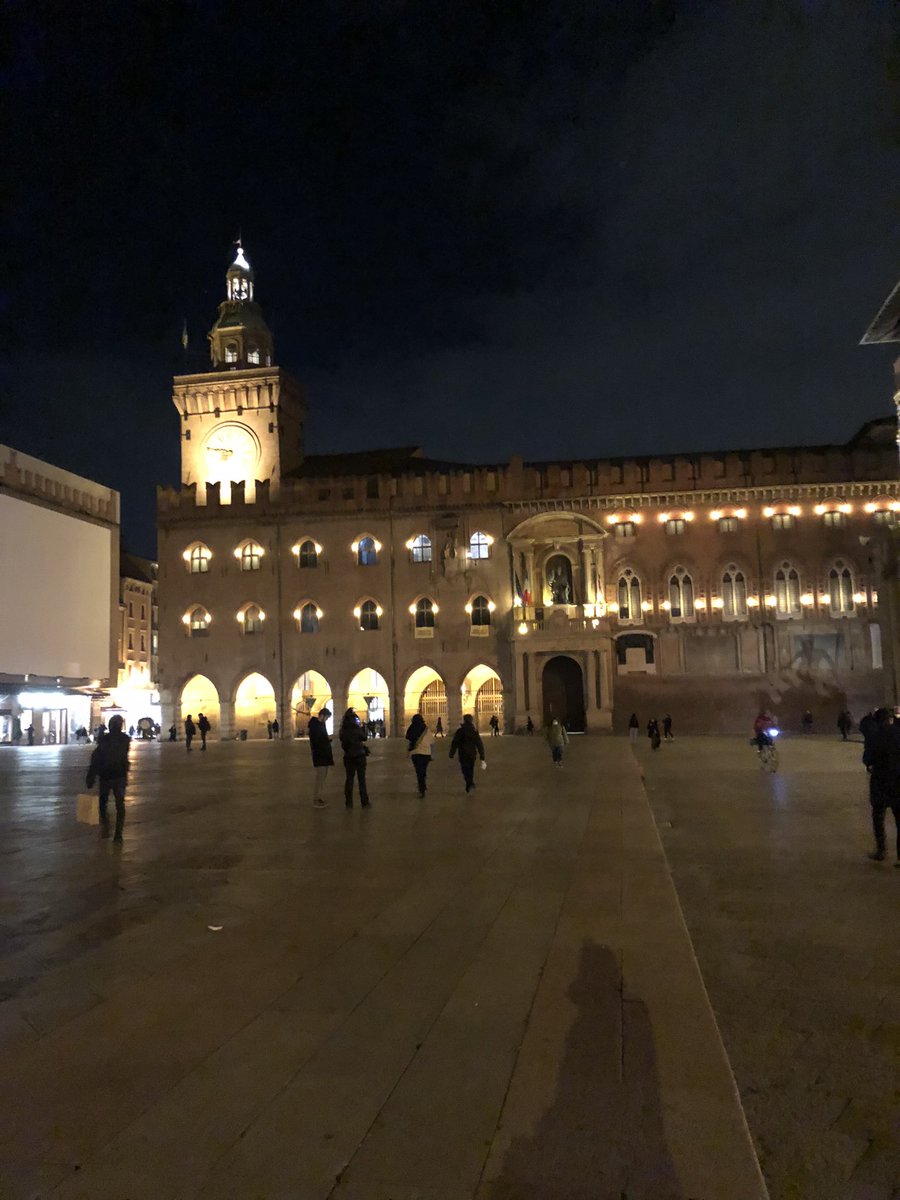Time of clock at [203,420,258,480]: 8:47
